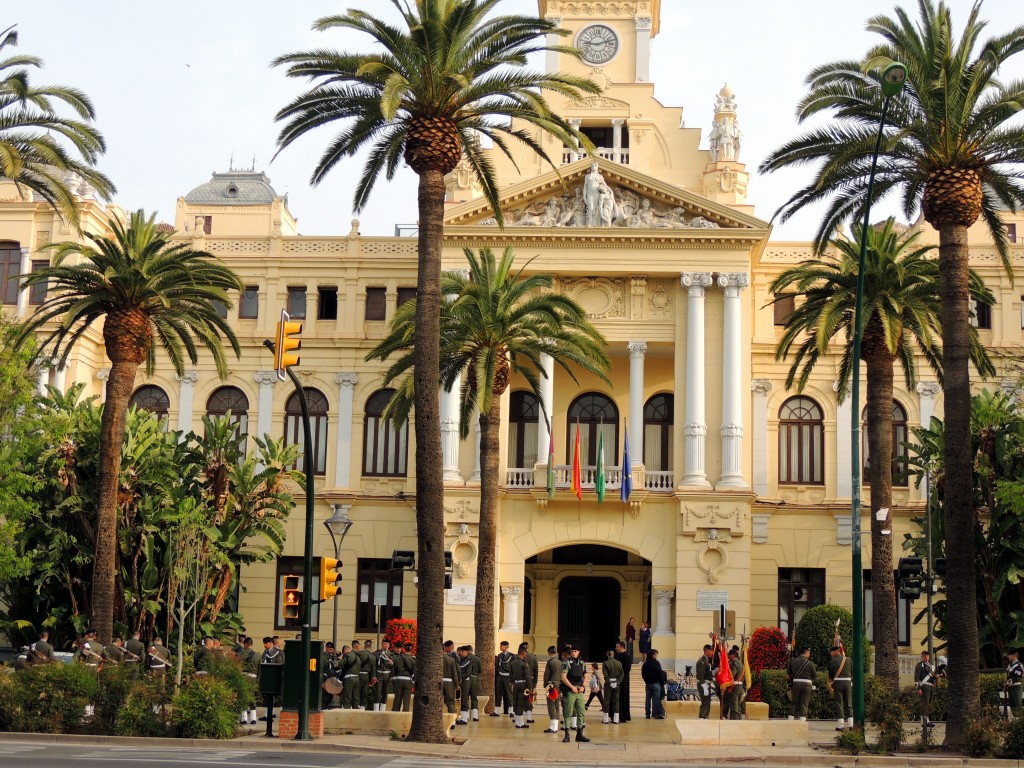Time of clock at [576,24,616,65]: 9:11
